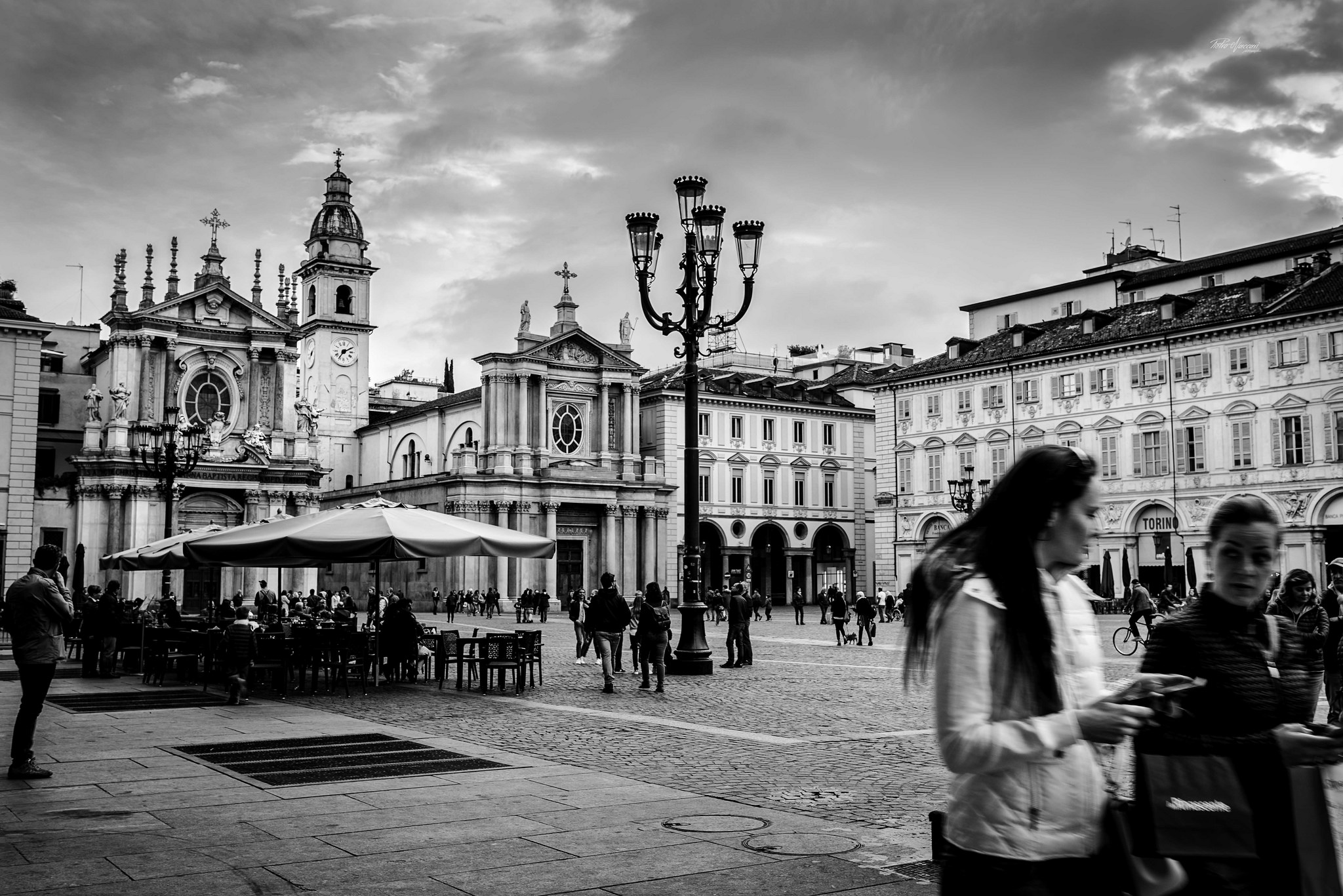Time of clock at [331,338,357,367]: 7:10
